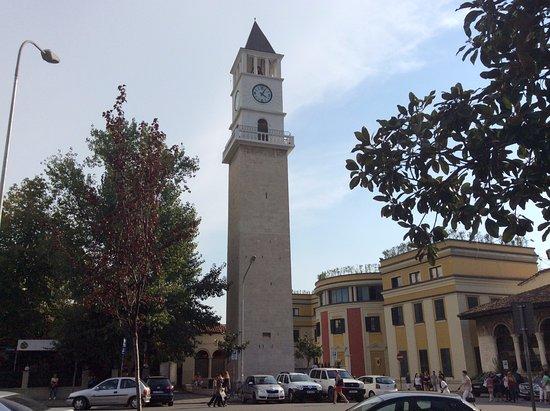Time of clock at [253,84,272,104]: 4:04
